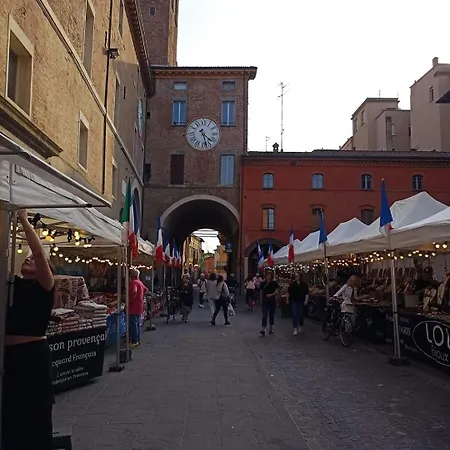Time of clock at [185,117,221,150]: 4:27
